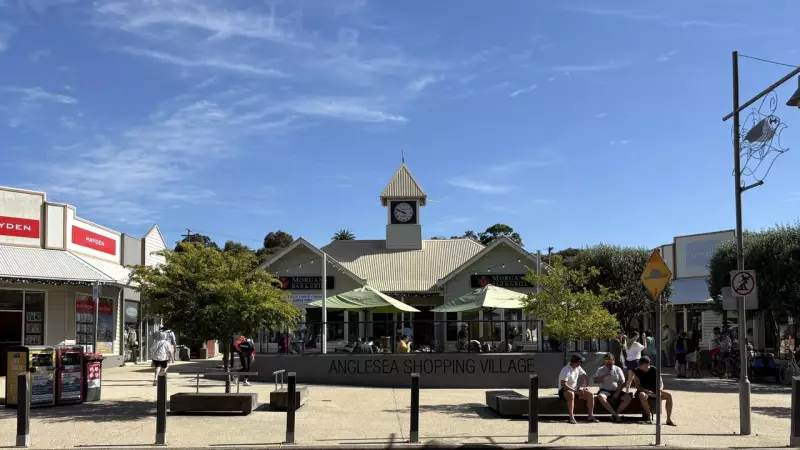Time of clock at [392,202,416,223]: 9:48
